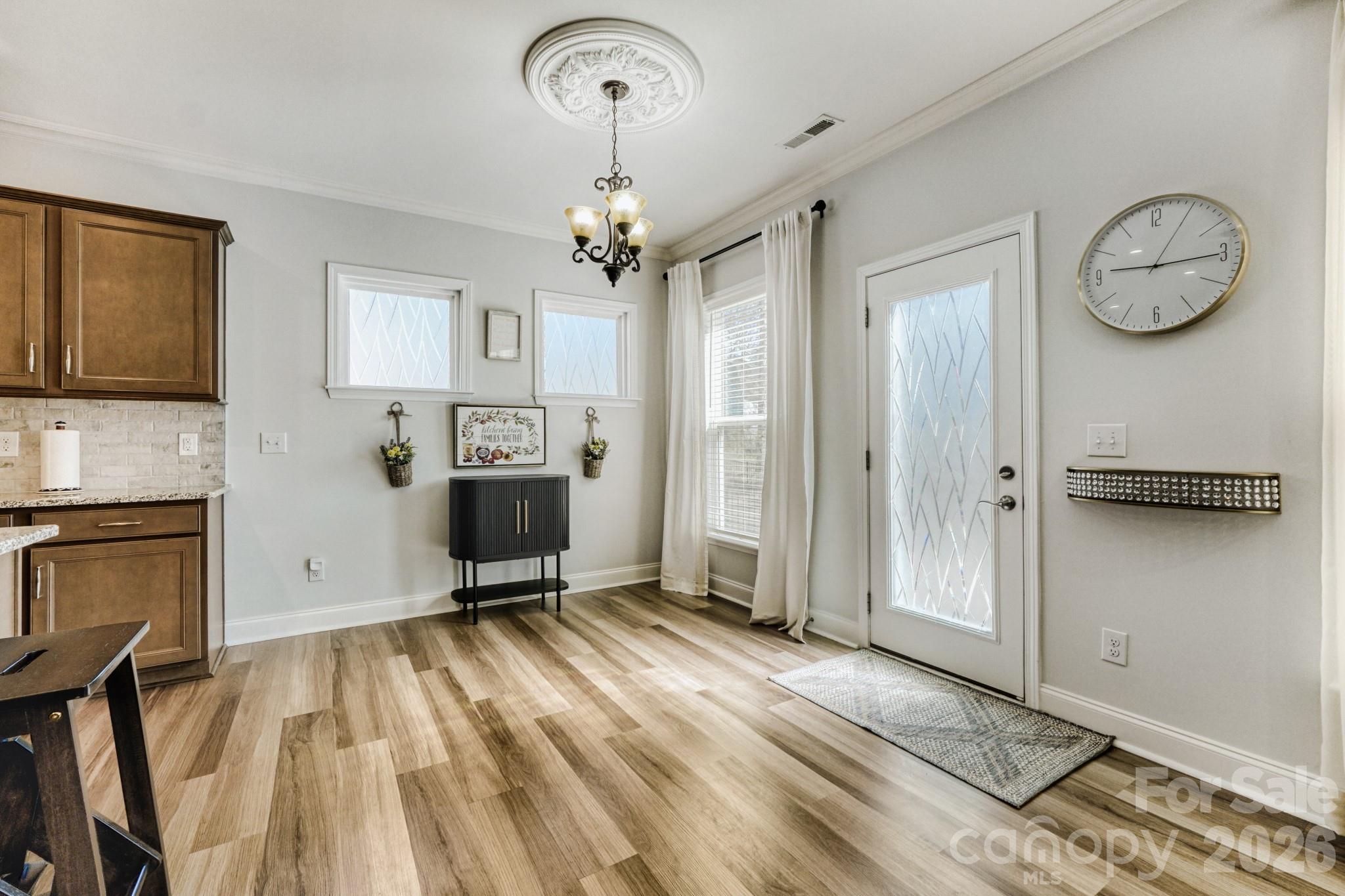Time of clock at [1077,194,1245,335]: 9:15
